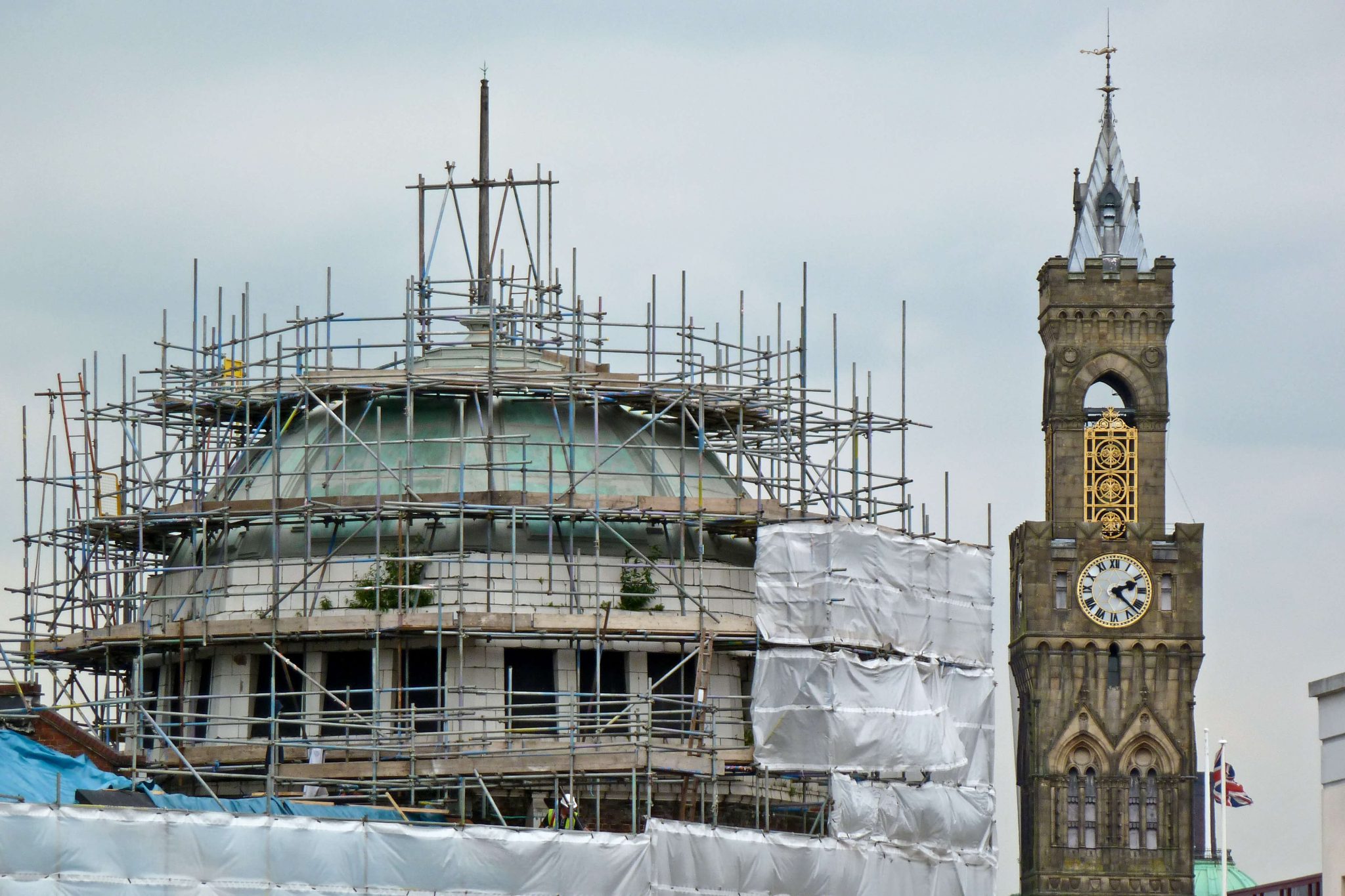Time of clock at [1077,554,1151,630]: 2:22
